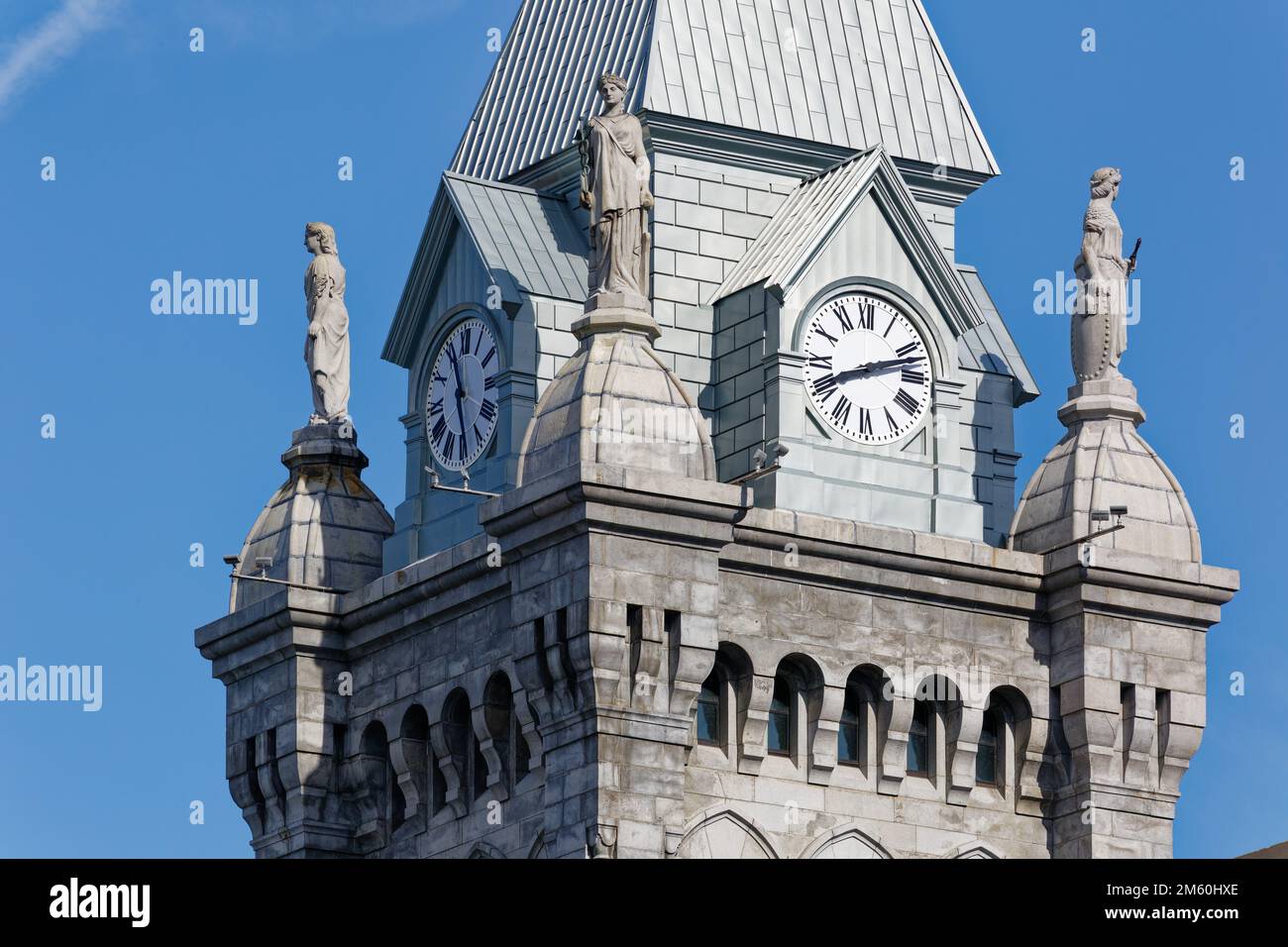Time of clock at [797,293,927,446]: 8:12
